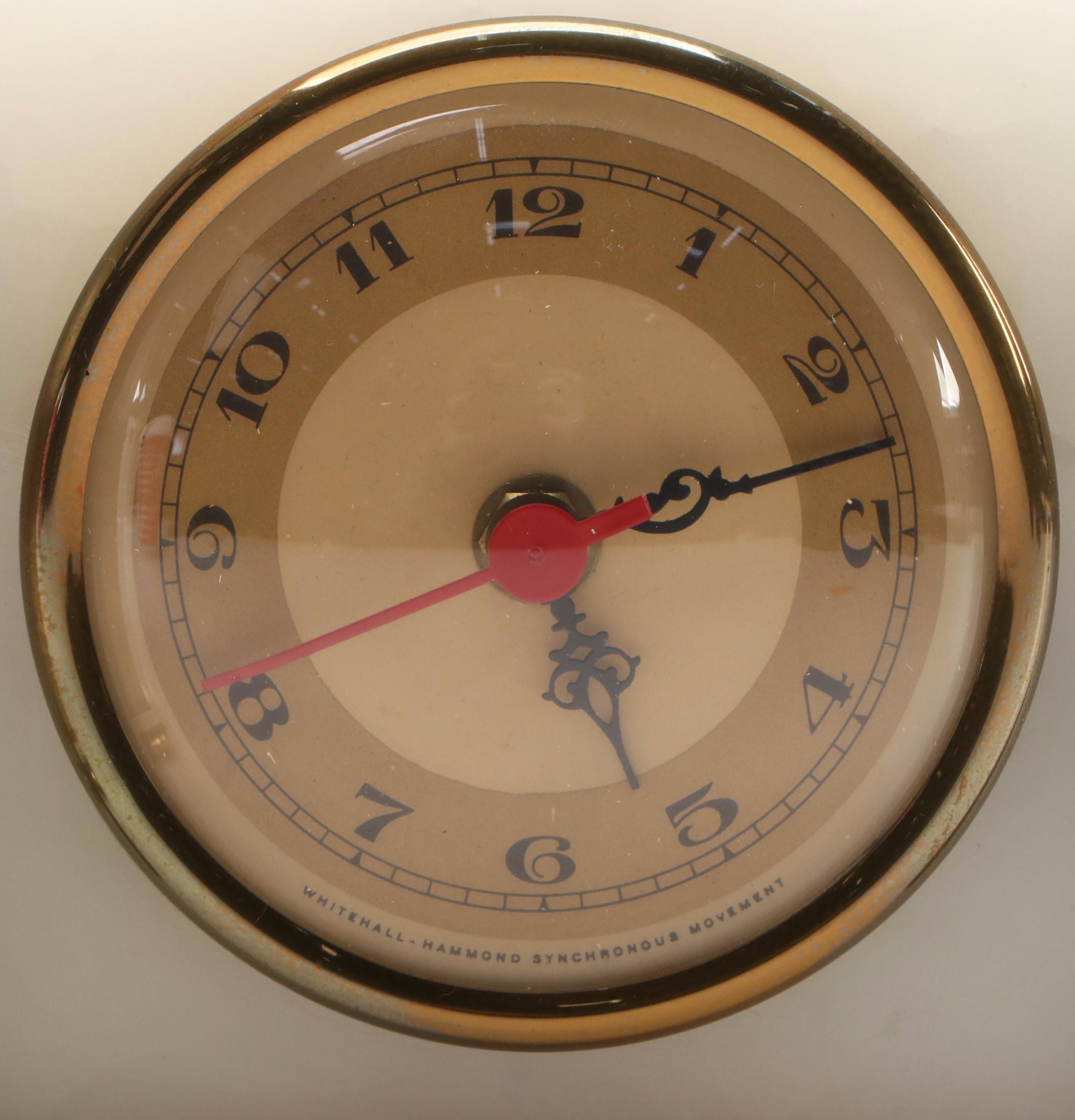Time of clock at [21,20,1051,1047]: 5:12
